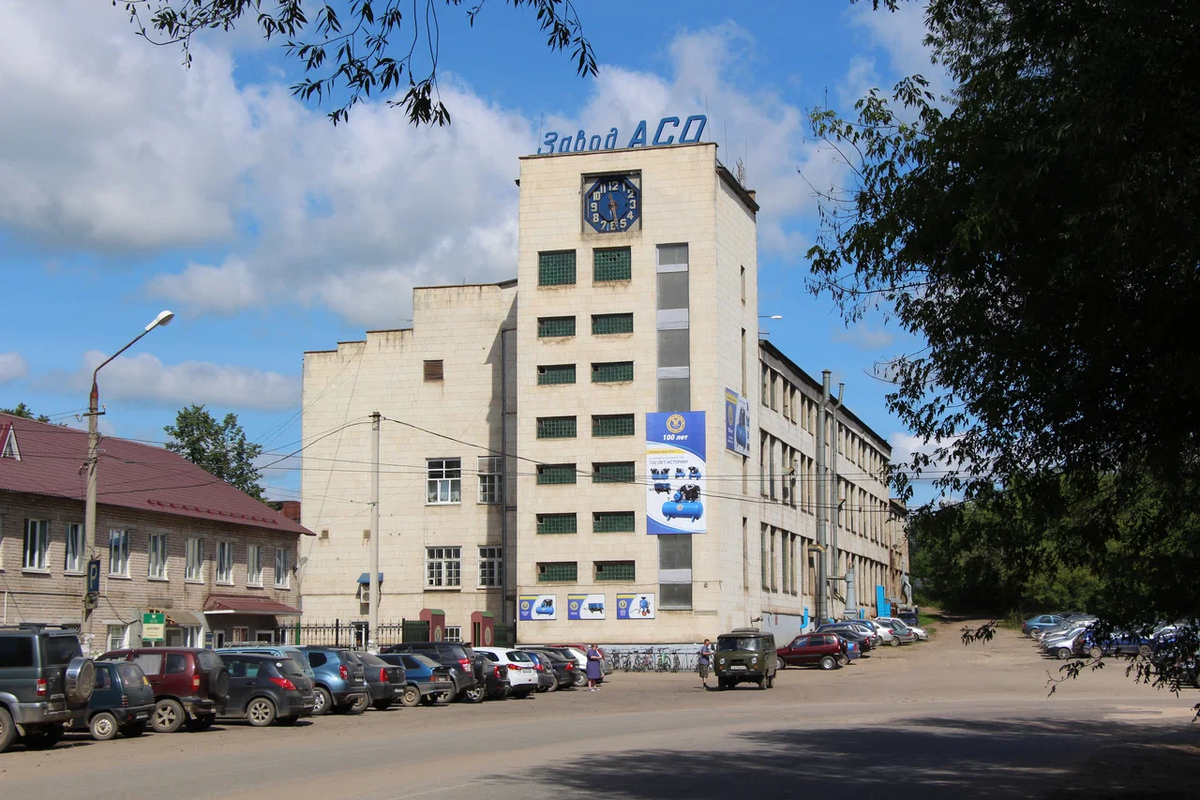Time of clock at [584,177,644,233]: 11:28
